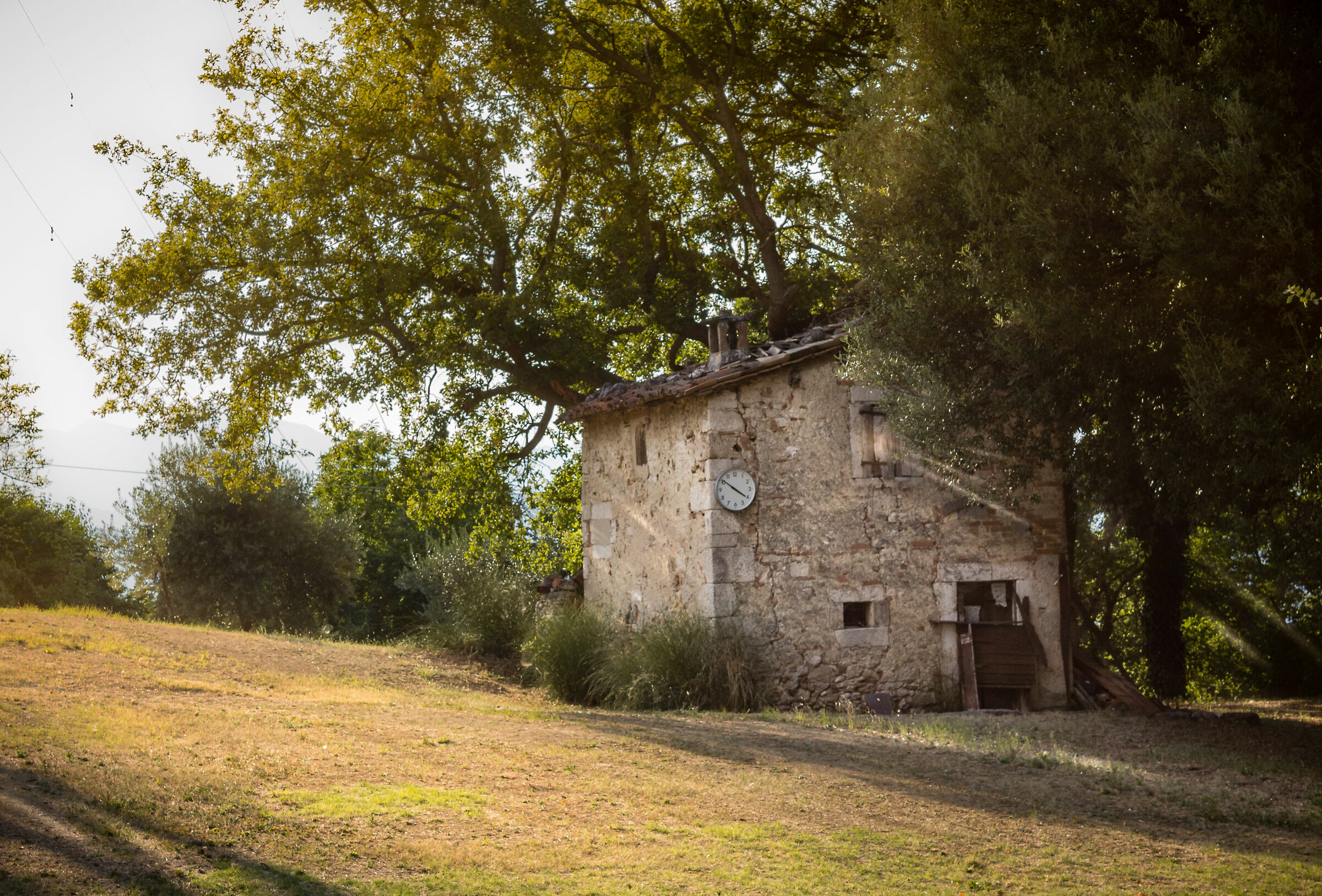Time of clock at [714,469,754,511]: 3:50
